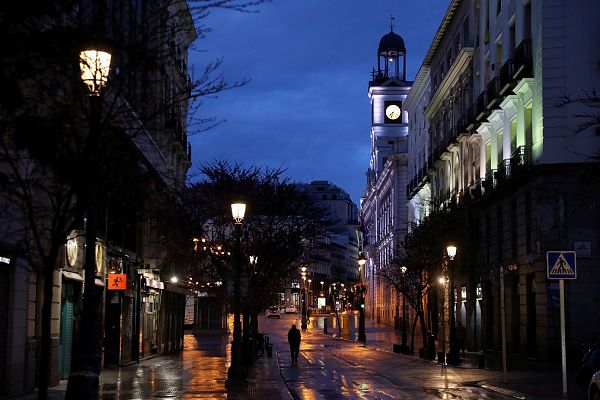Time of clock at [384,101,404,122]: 7:33
